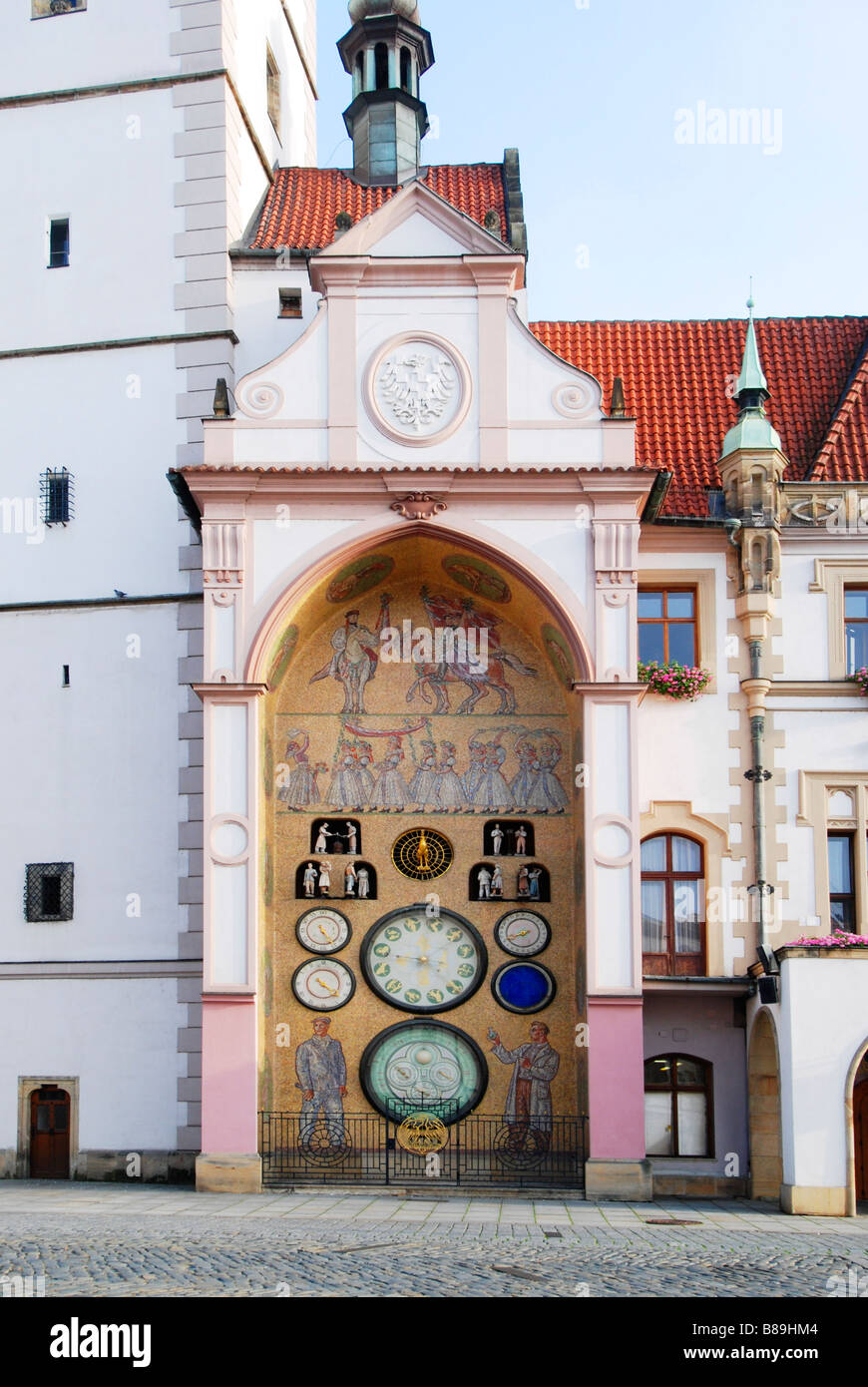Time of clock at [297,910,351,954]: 5:24
